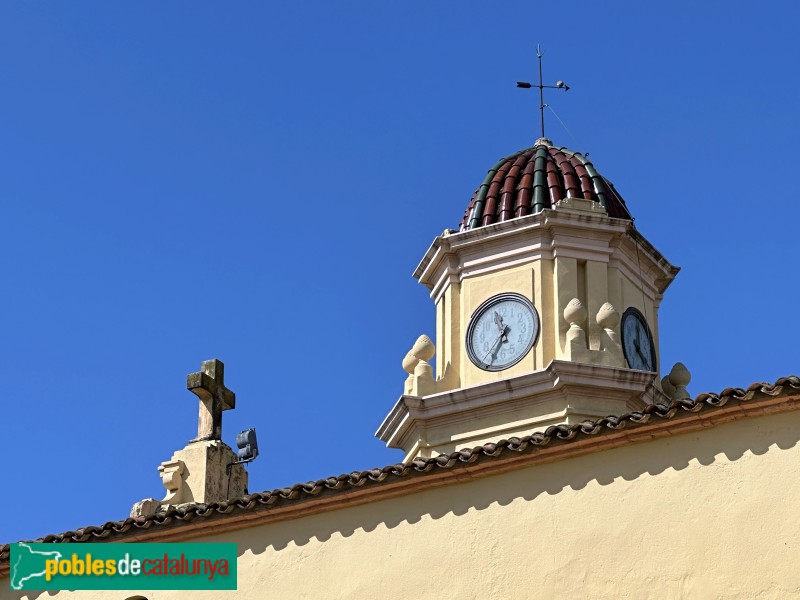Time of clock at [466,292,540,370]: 11:35
